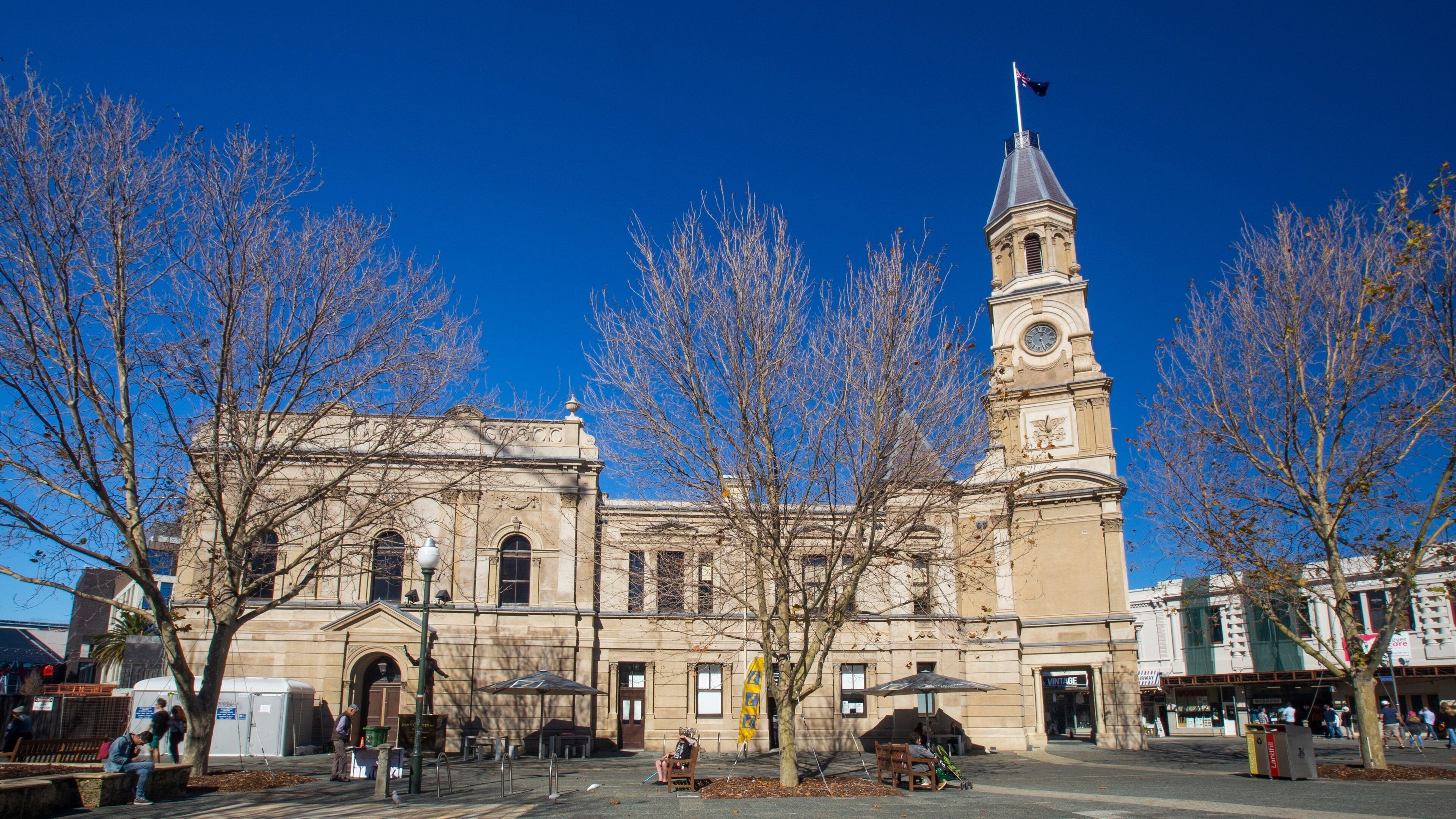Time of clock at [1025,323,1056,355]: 12:26
